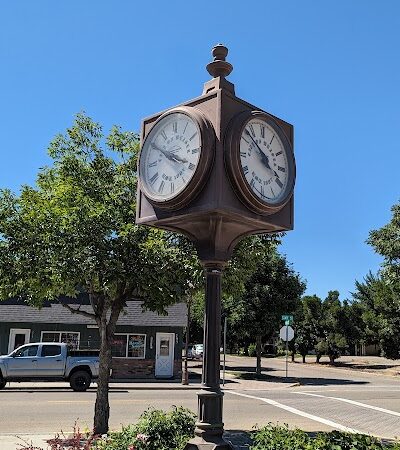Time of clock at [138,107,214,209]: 3:50
